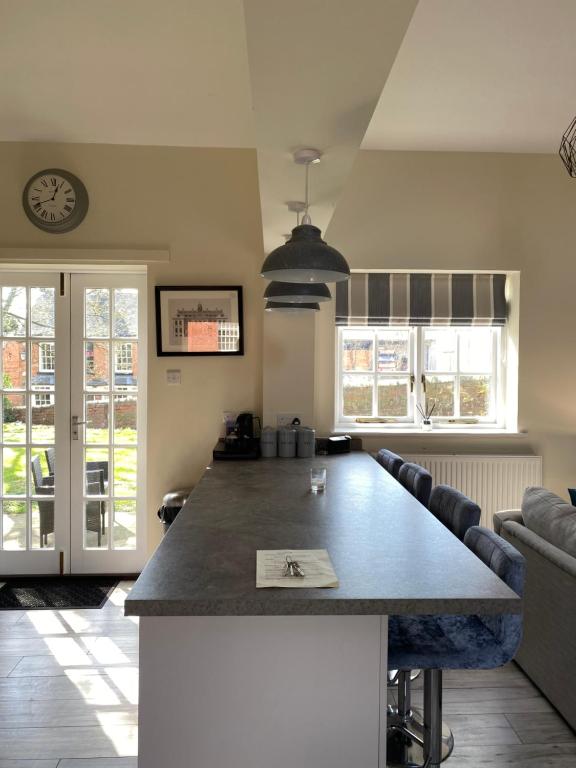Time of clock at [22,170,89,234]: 12:41
